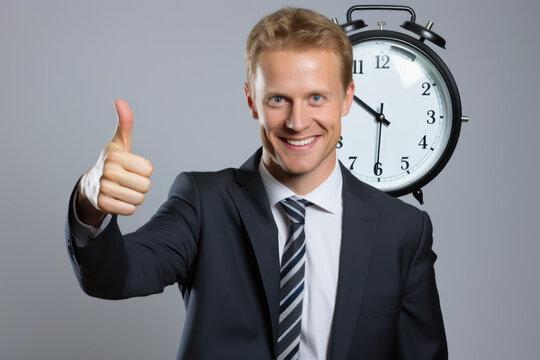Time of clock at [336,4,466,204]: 10:30
